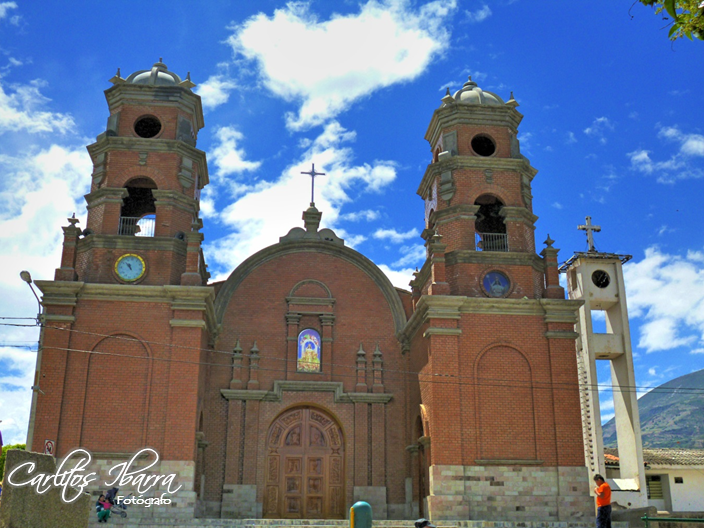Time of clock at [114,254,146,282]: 10:52
